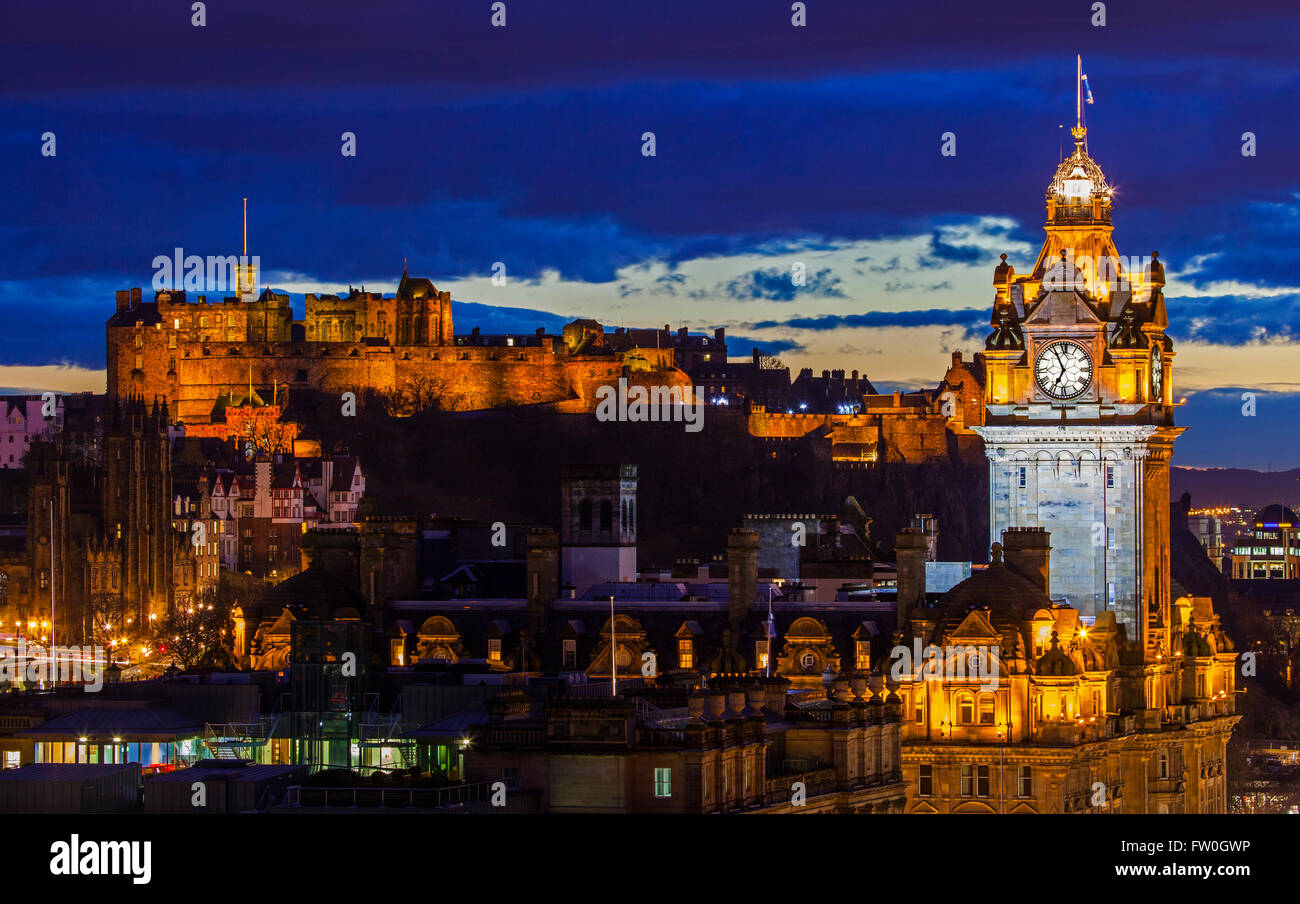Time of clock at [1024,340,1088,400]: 6:55
